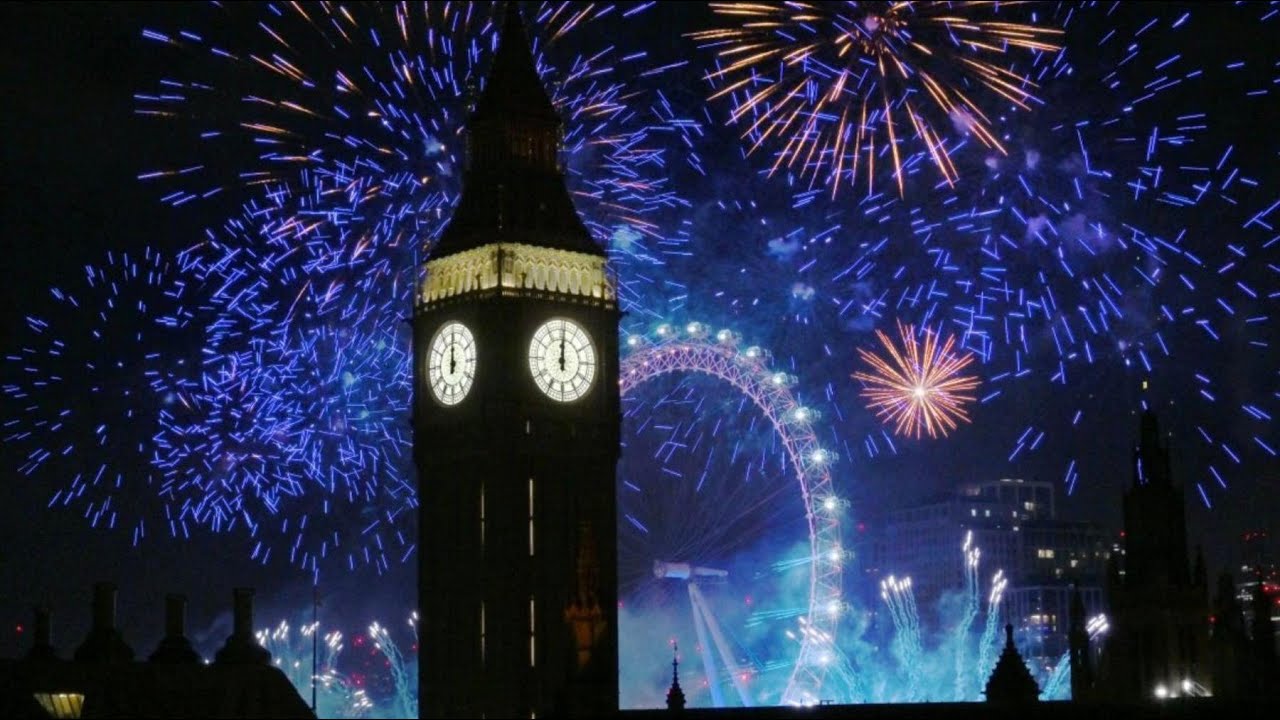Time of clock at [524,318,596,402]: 12:00
